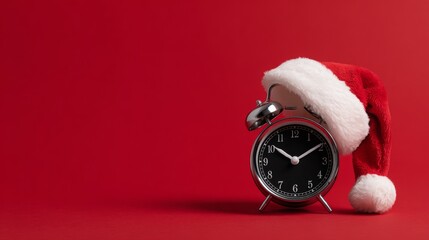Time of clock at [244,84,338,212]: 10:09
